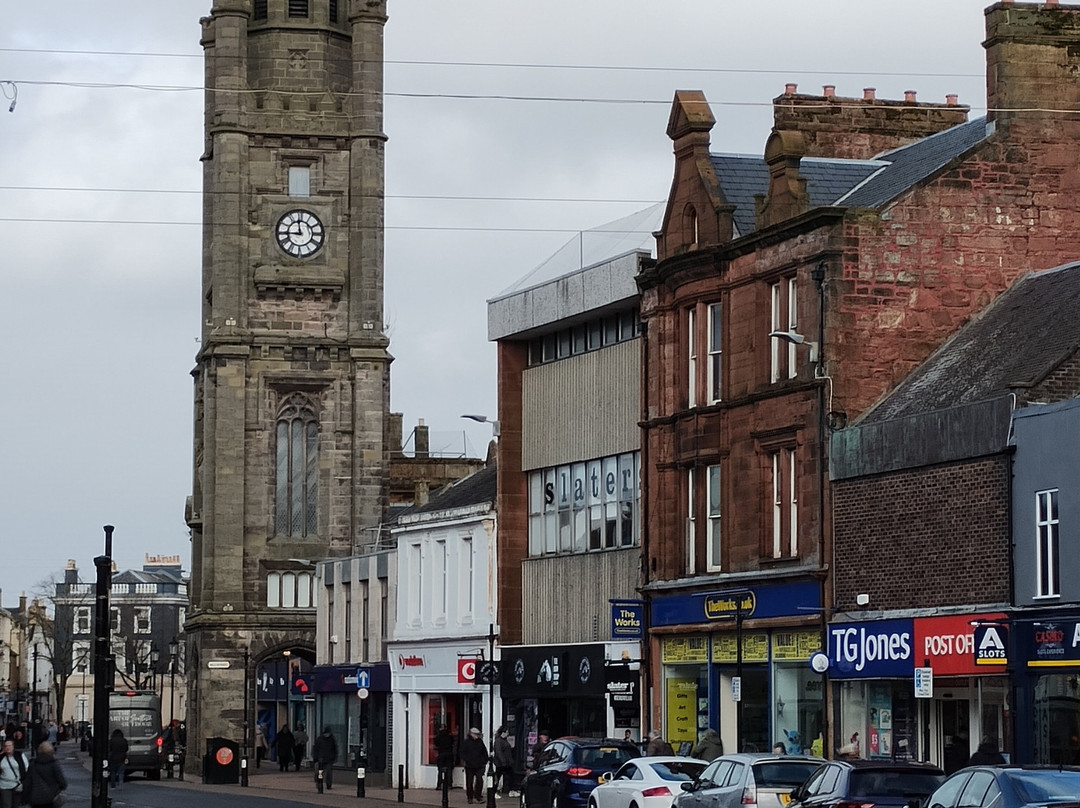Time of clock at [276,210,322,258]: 11:44
